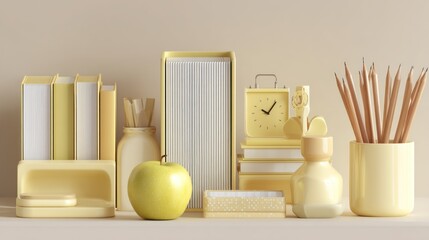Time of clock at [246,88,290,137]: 10:06
